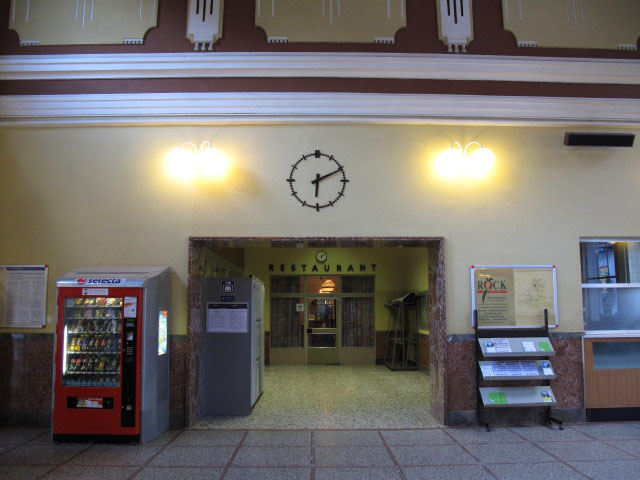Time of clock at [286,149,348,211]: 6:10
